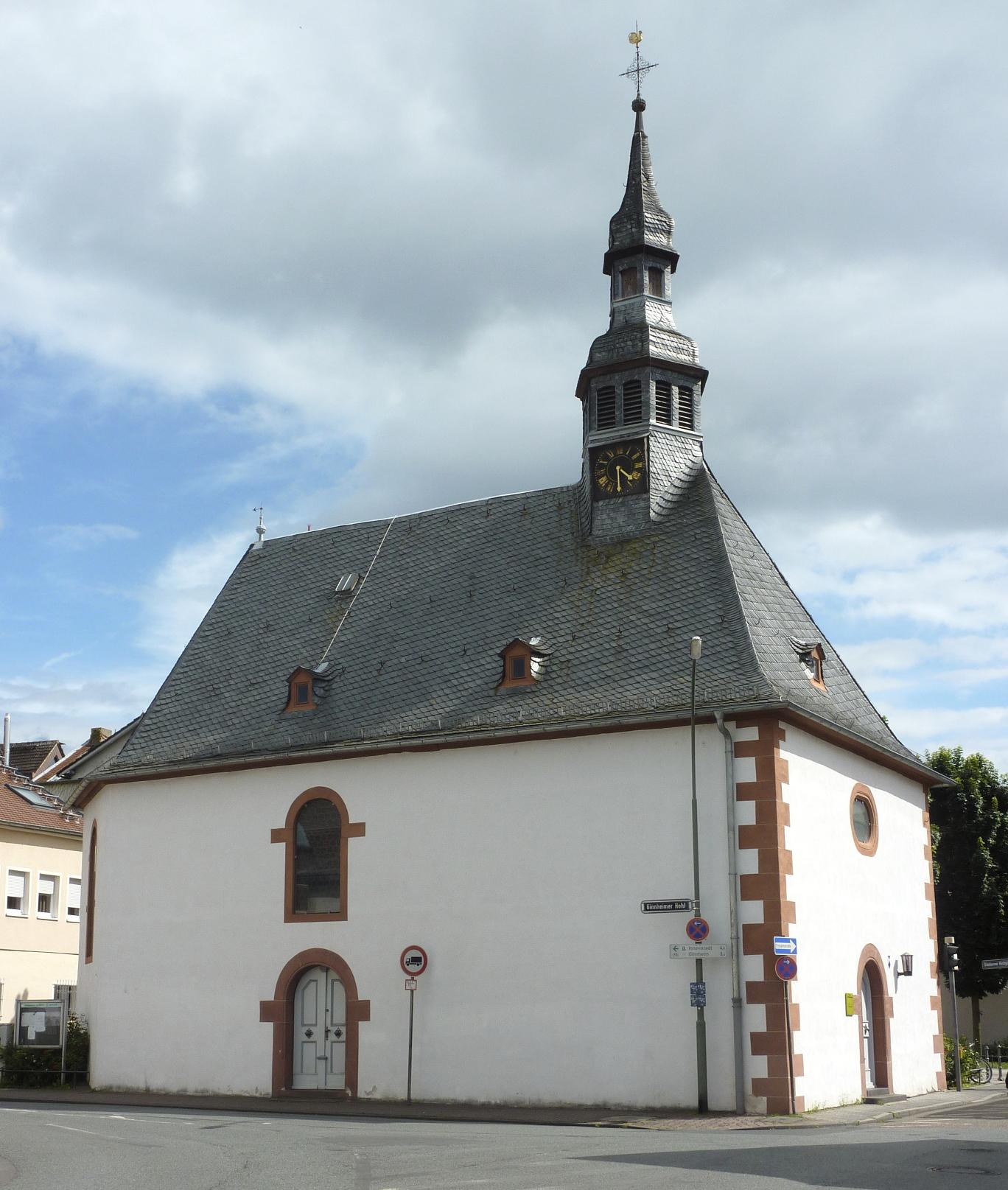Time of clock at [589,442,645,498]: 4:30
